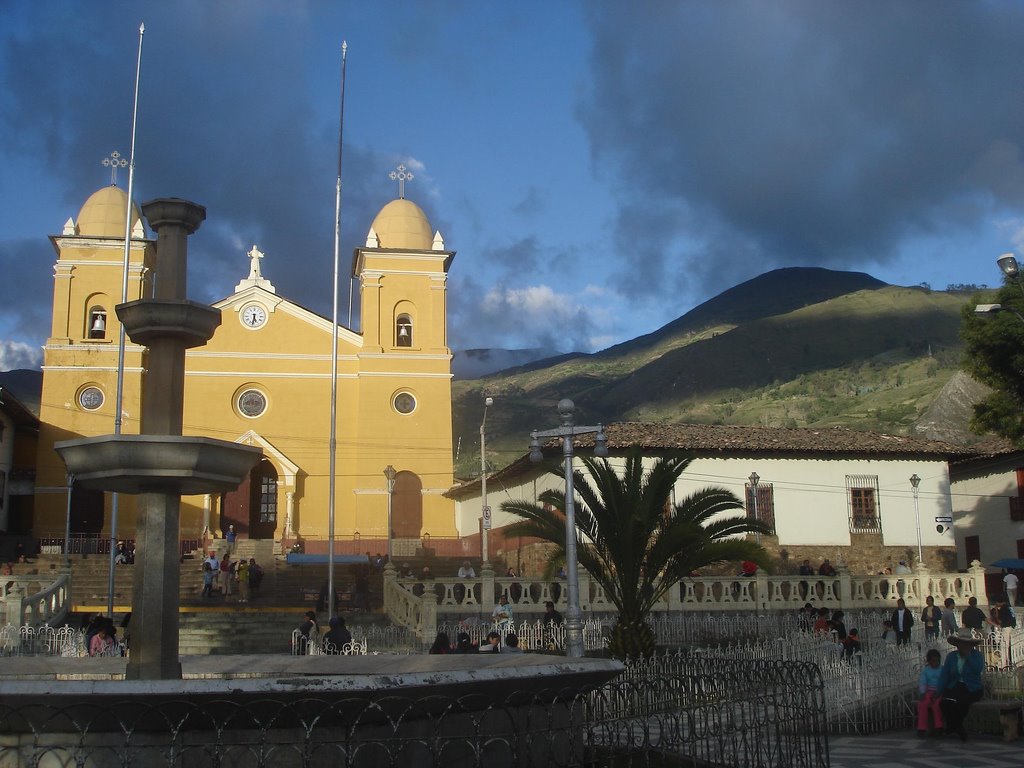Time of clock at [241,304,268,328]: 5:31
